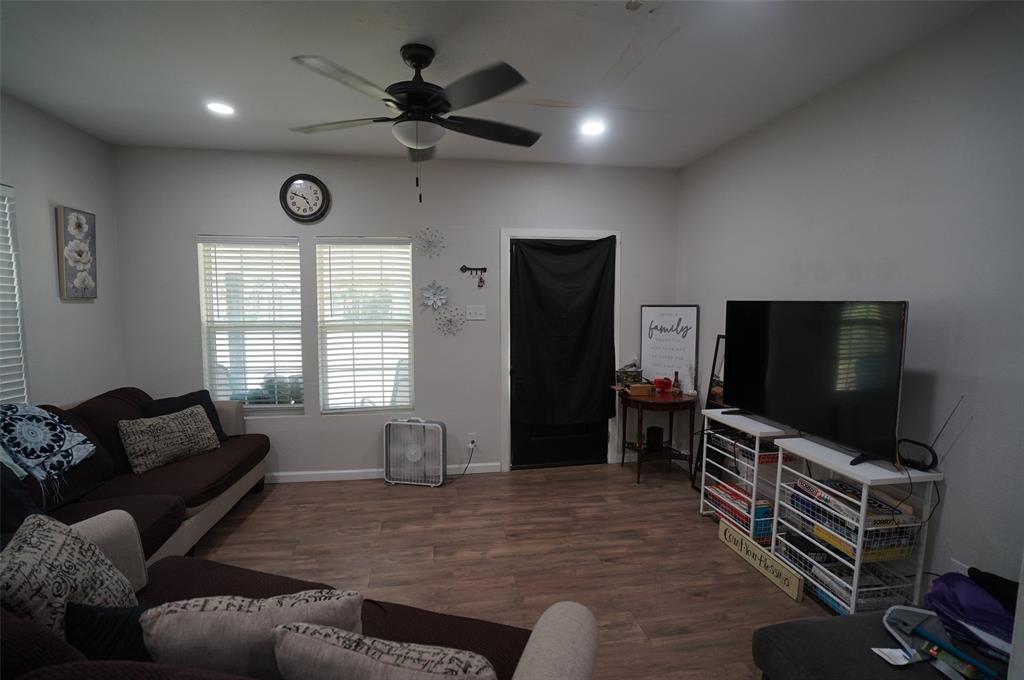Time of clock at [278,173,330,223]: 4:48
